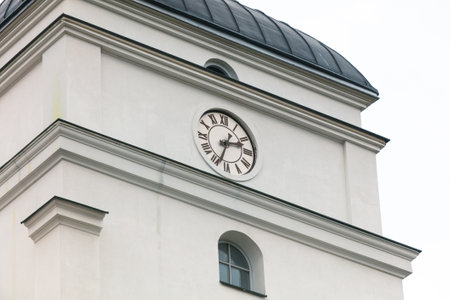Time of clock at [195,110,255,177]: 2:33
